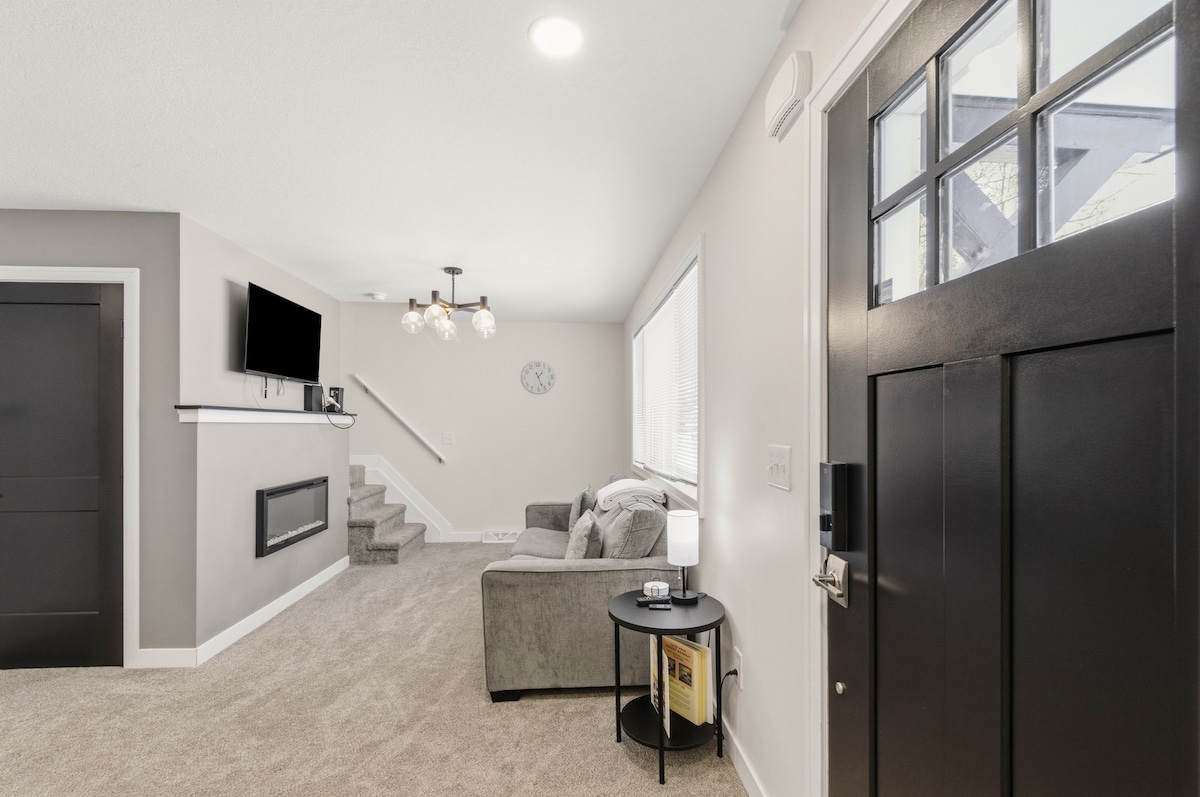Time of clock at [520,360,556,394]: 1:26
